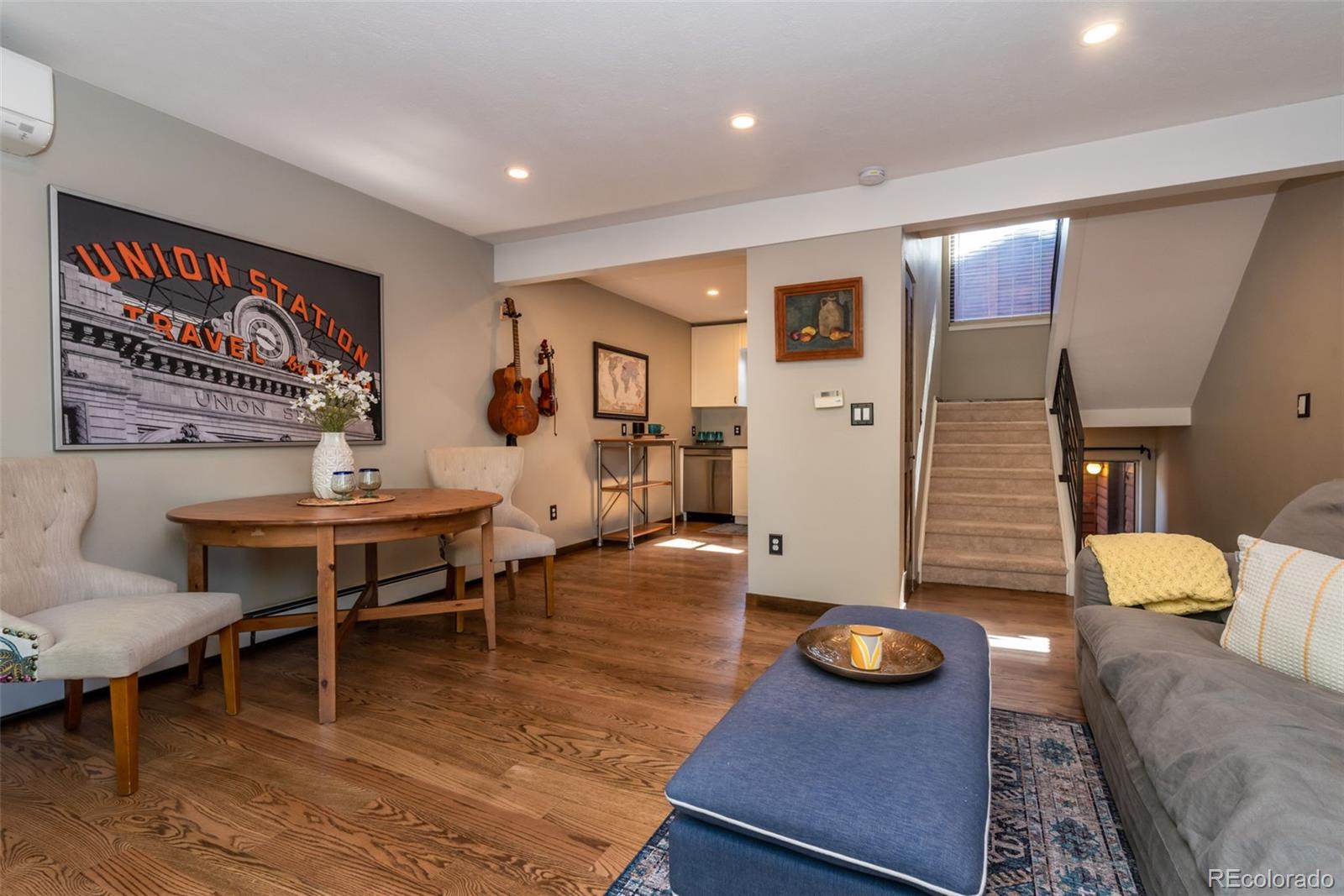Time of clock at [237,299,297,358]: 9:20
